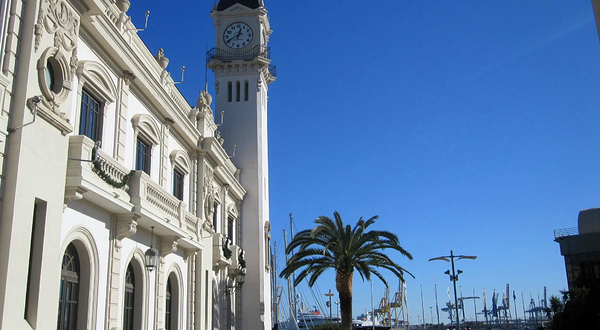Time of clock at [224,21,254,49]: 12:40
